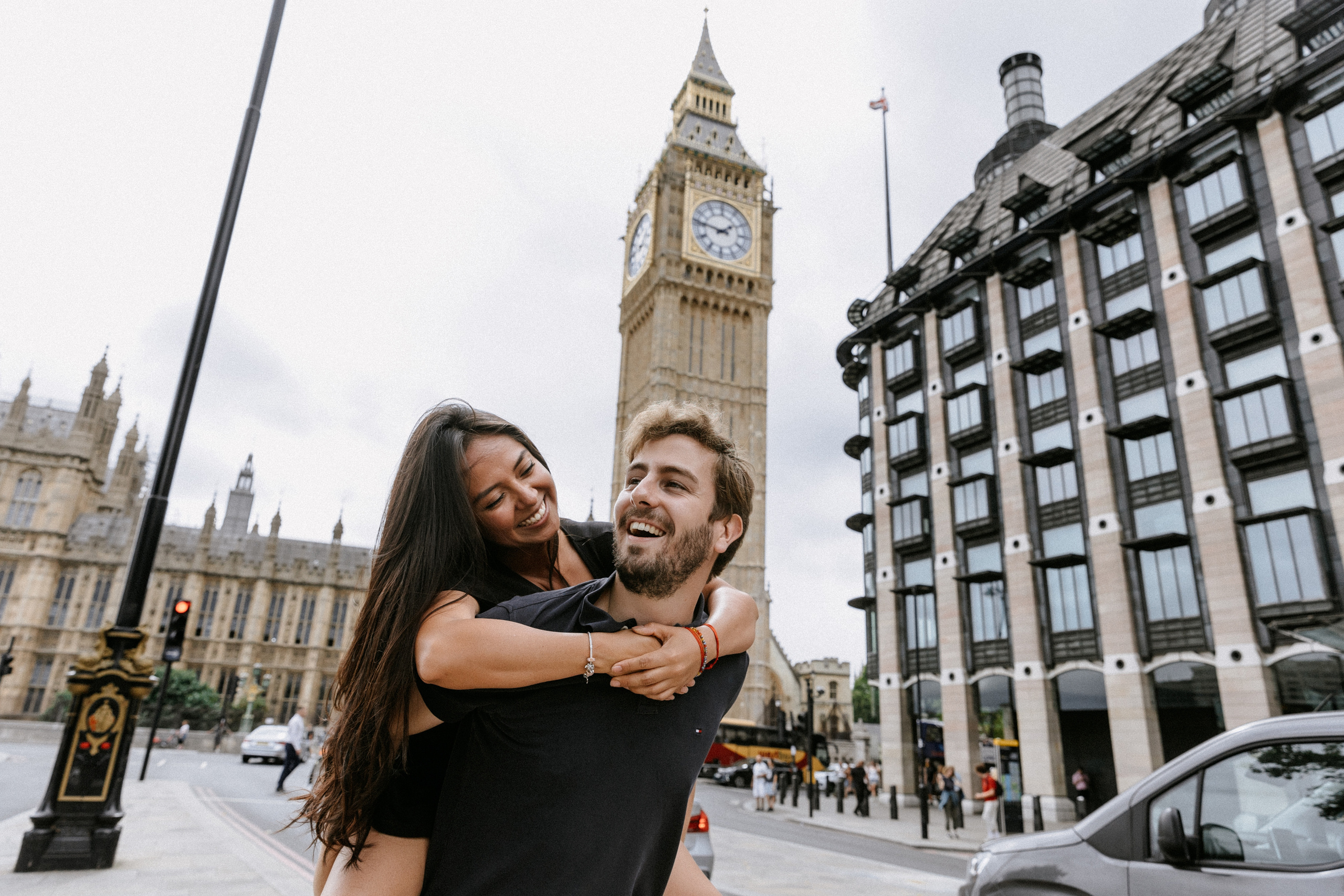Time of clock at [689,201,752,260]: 1:46
